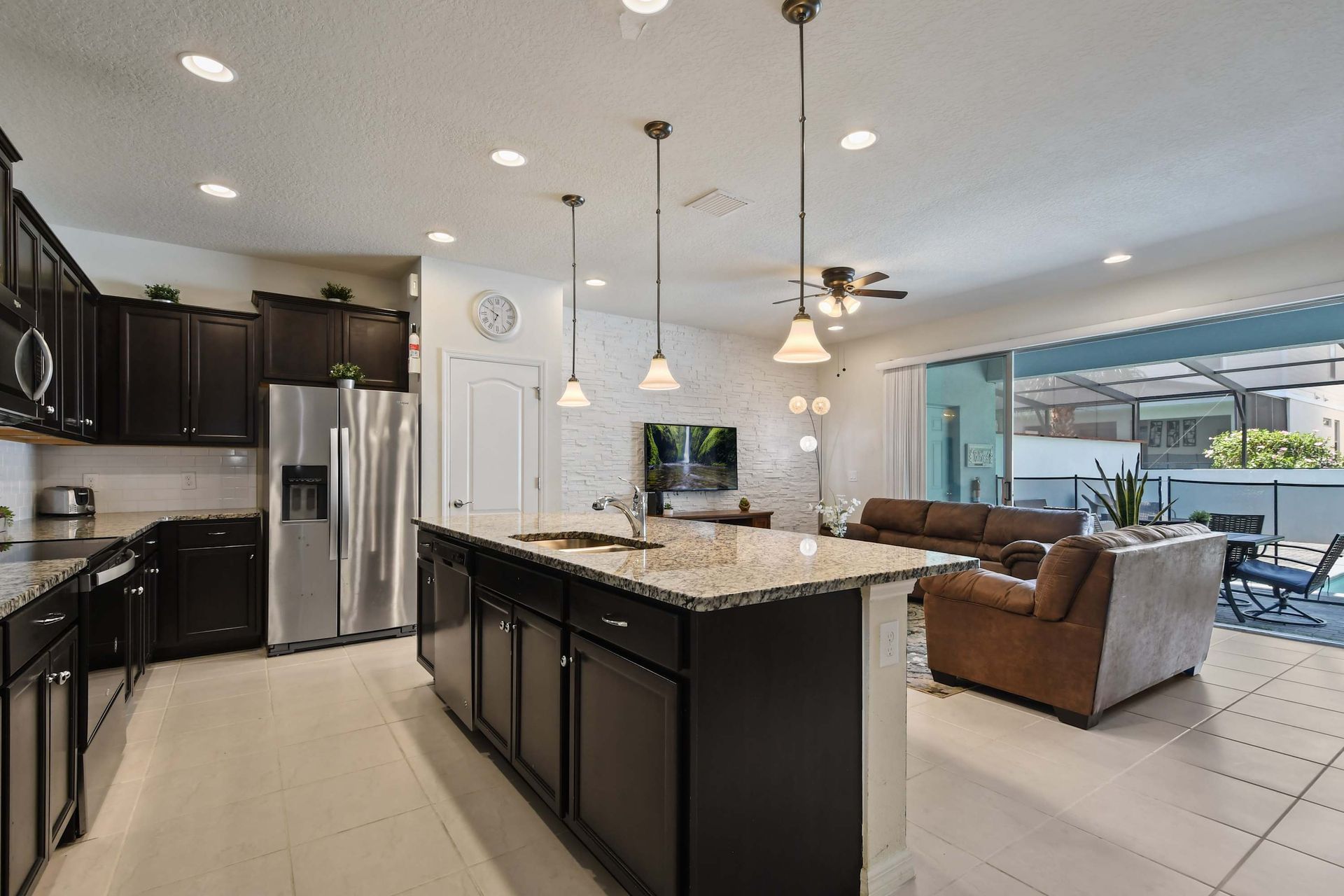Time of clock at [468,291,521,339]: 6:50
